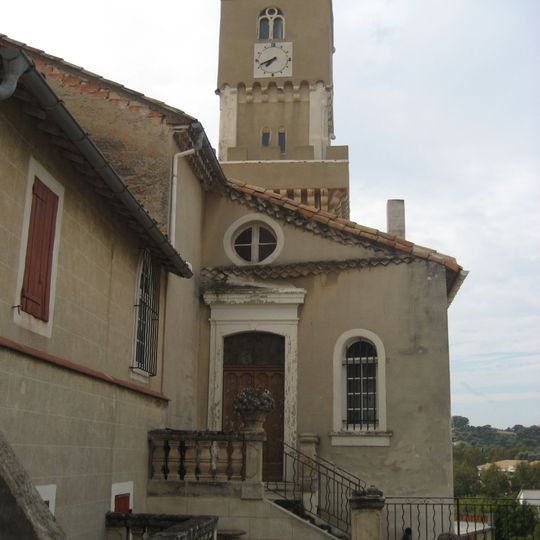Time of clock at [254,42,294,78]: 7:41
